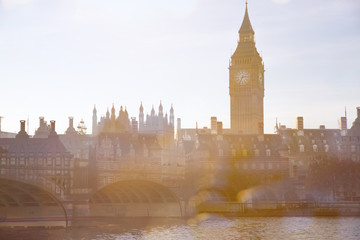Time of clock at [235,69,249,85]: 2:34
